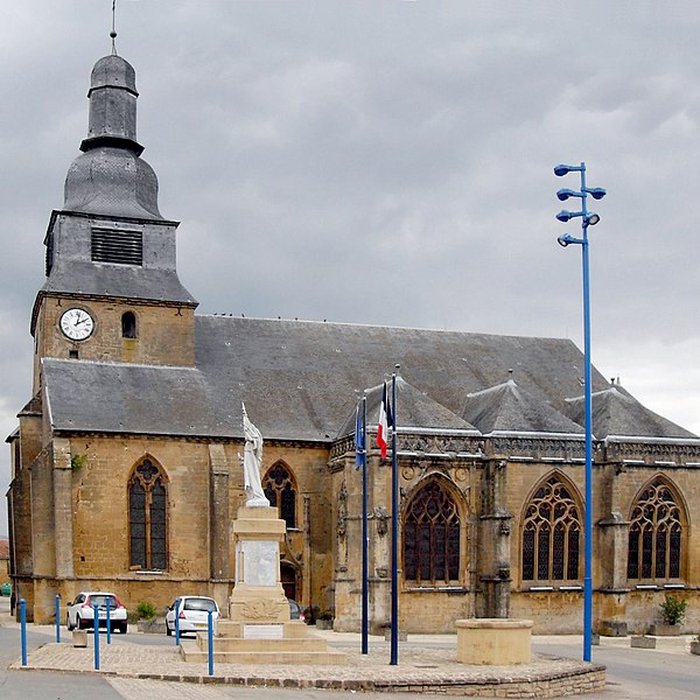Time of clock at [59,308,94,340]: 2:02
